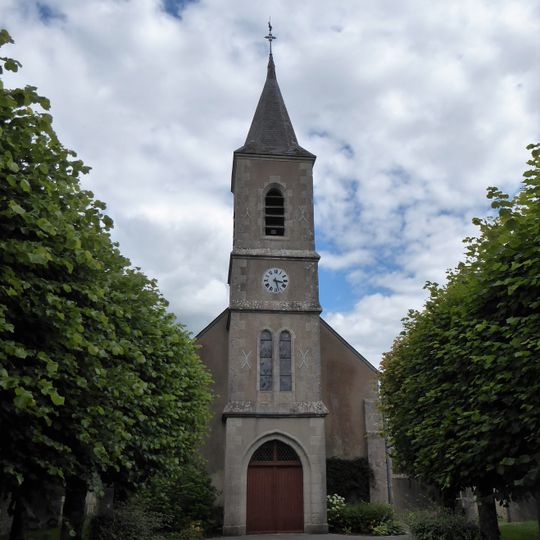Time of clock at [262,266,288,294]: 3:27
